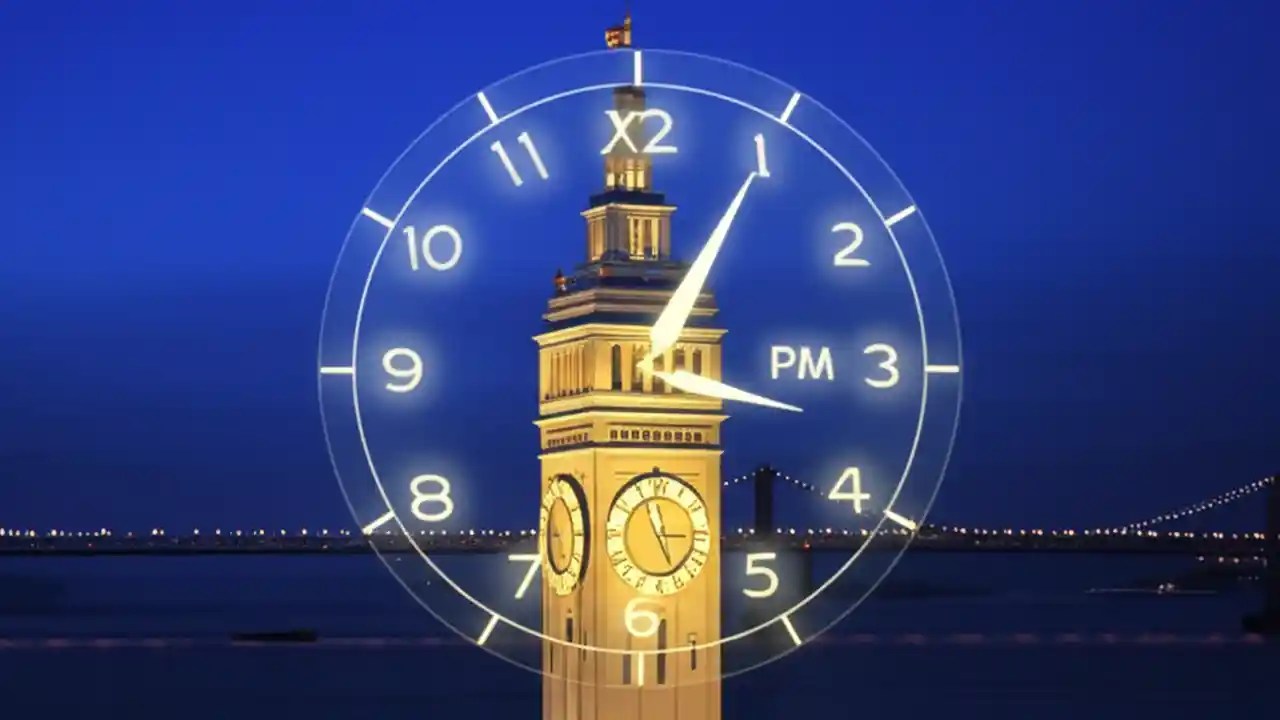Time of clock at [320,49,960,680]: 1:05
